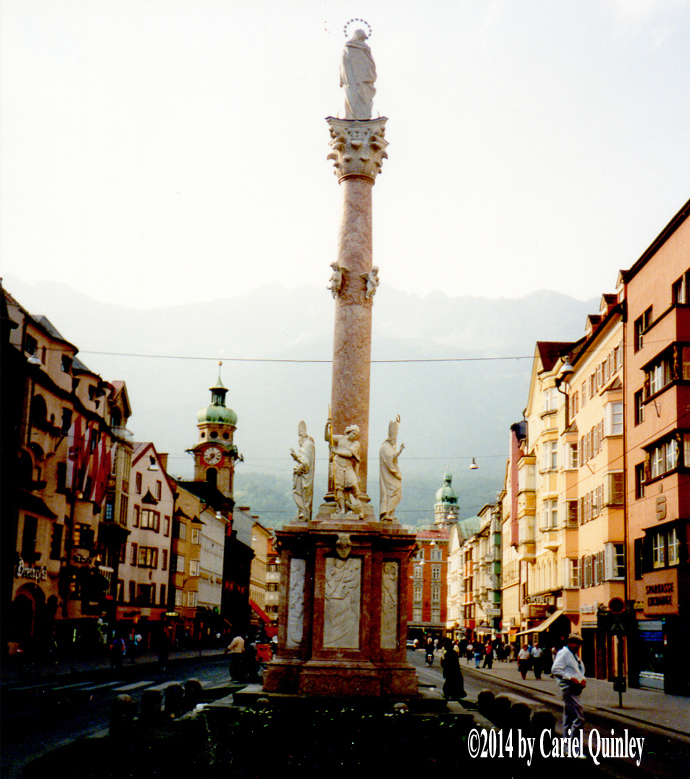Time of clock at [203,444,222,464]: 7:37
